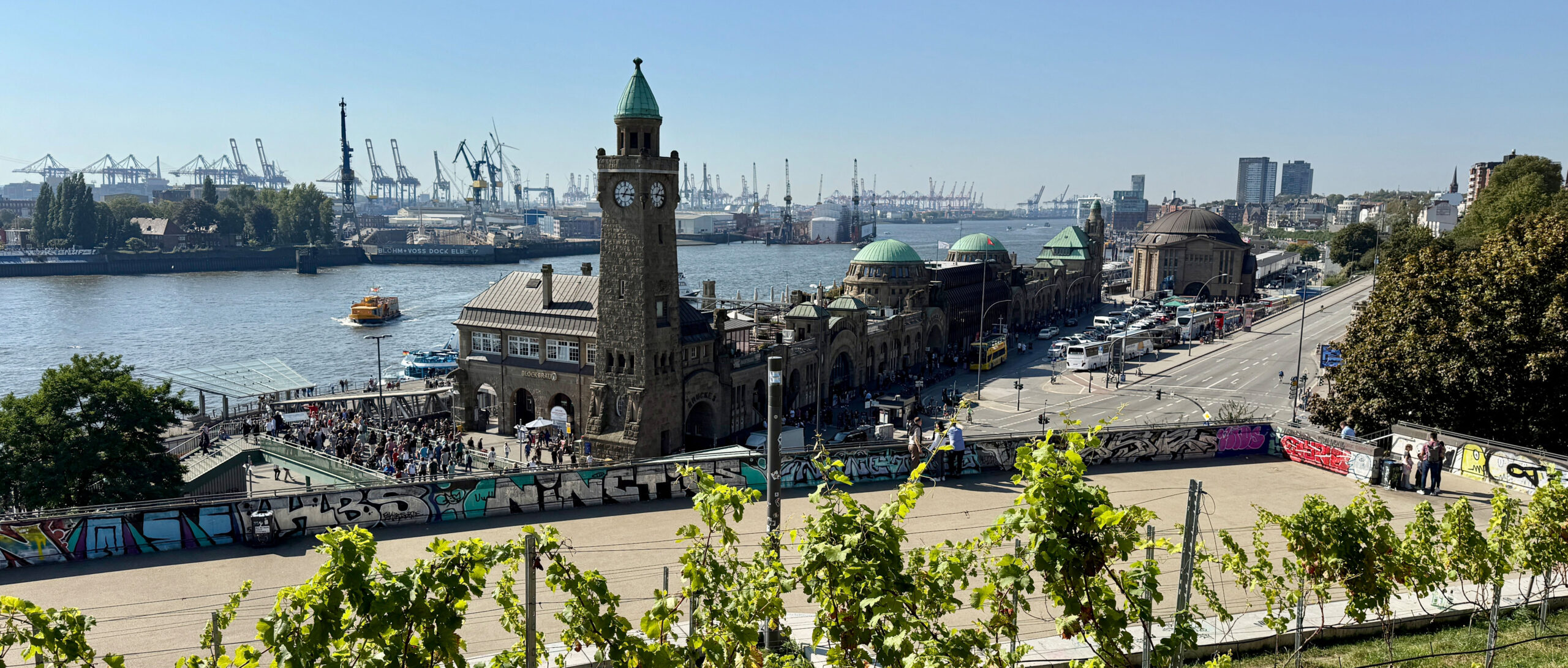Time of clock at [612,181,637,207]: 1:16
